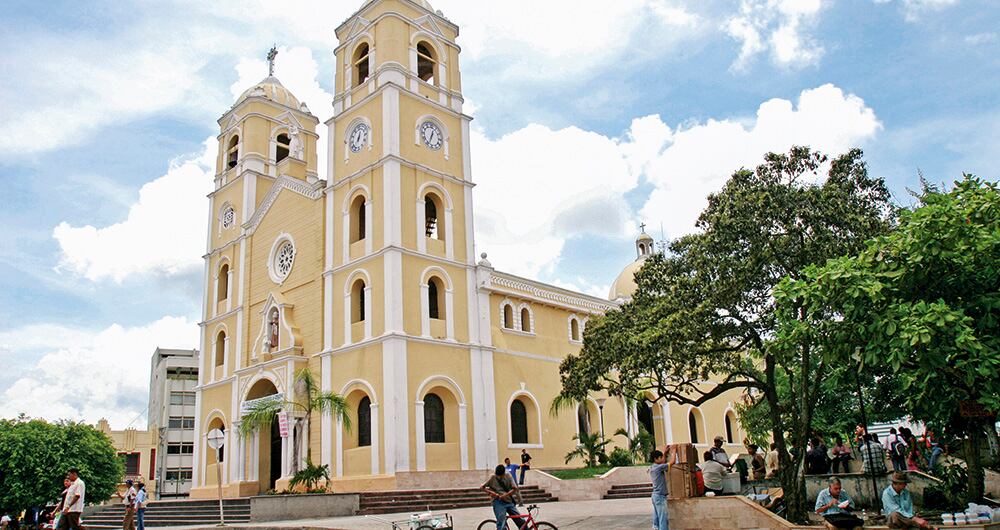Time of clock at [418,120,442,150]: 12:34
